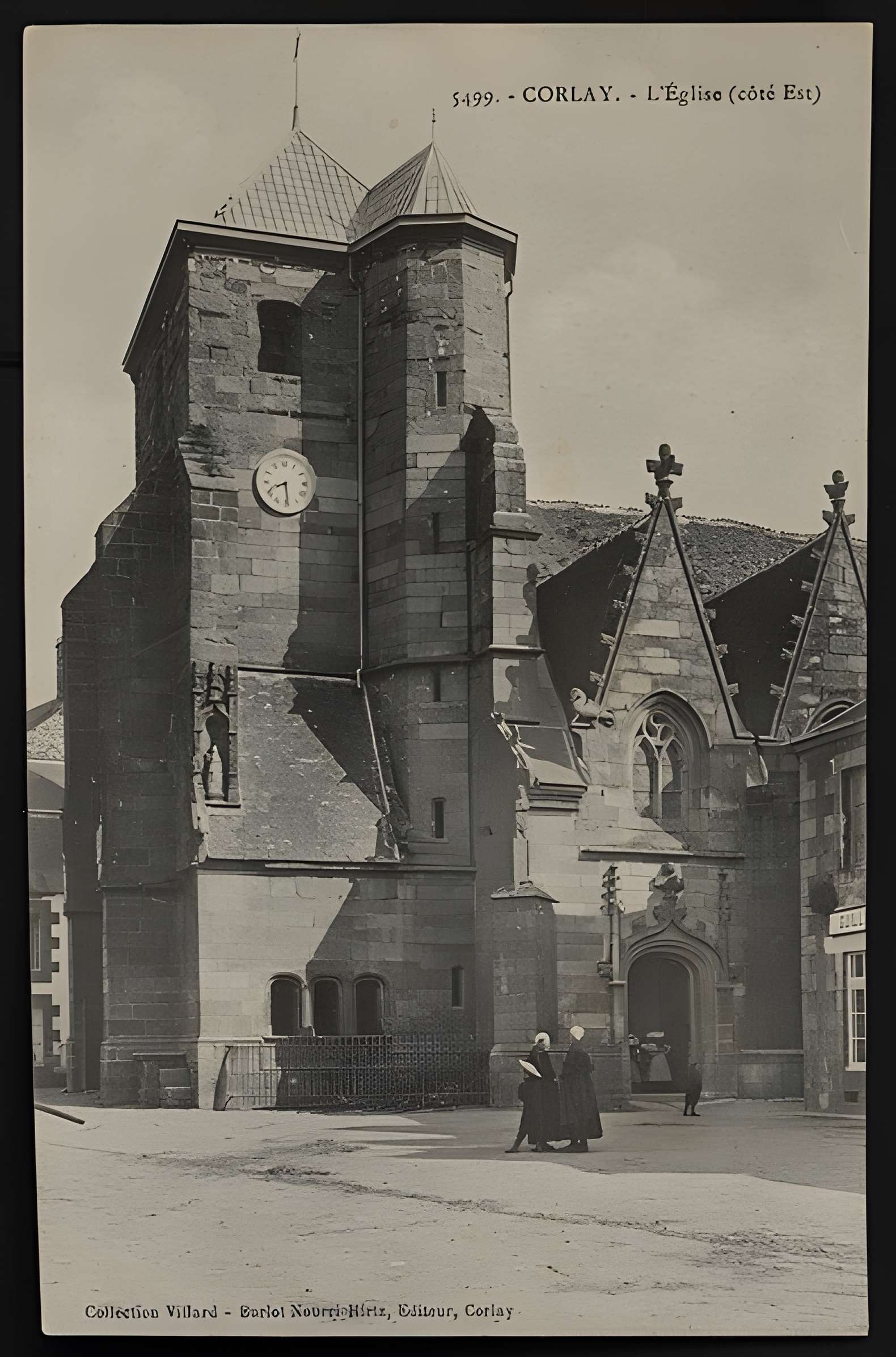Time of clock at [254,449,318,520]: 8:29
